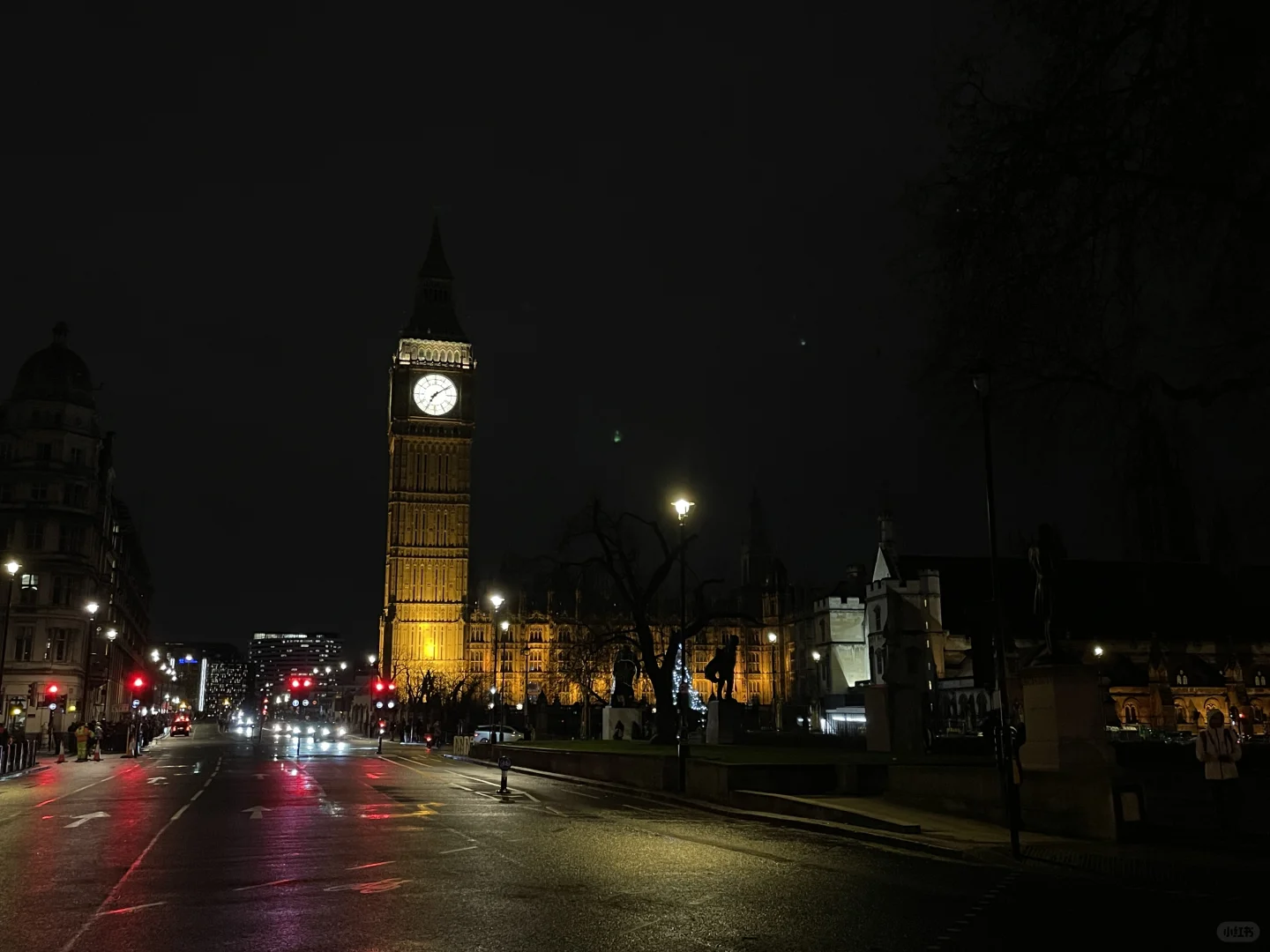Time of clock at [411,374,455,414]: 7:09
